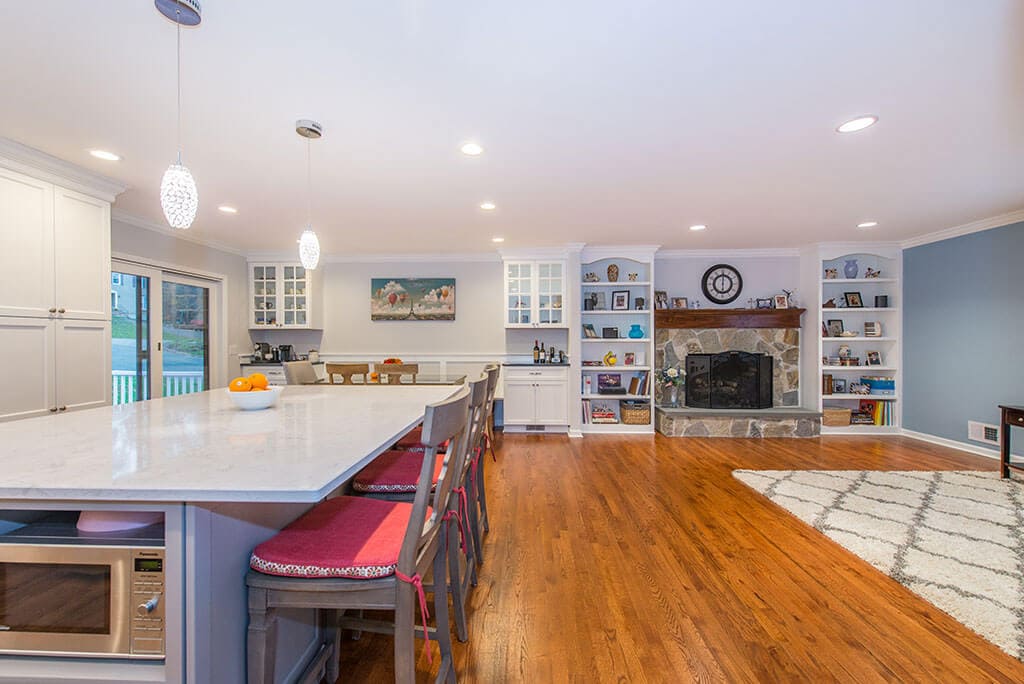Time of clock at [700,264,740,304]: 6:00
